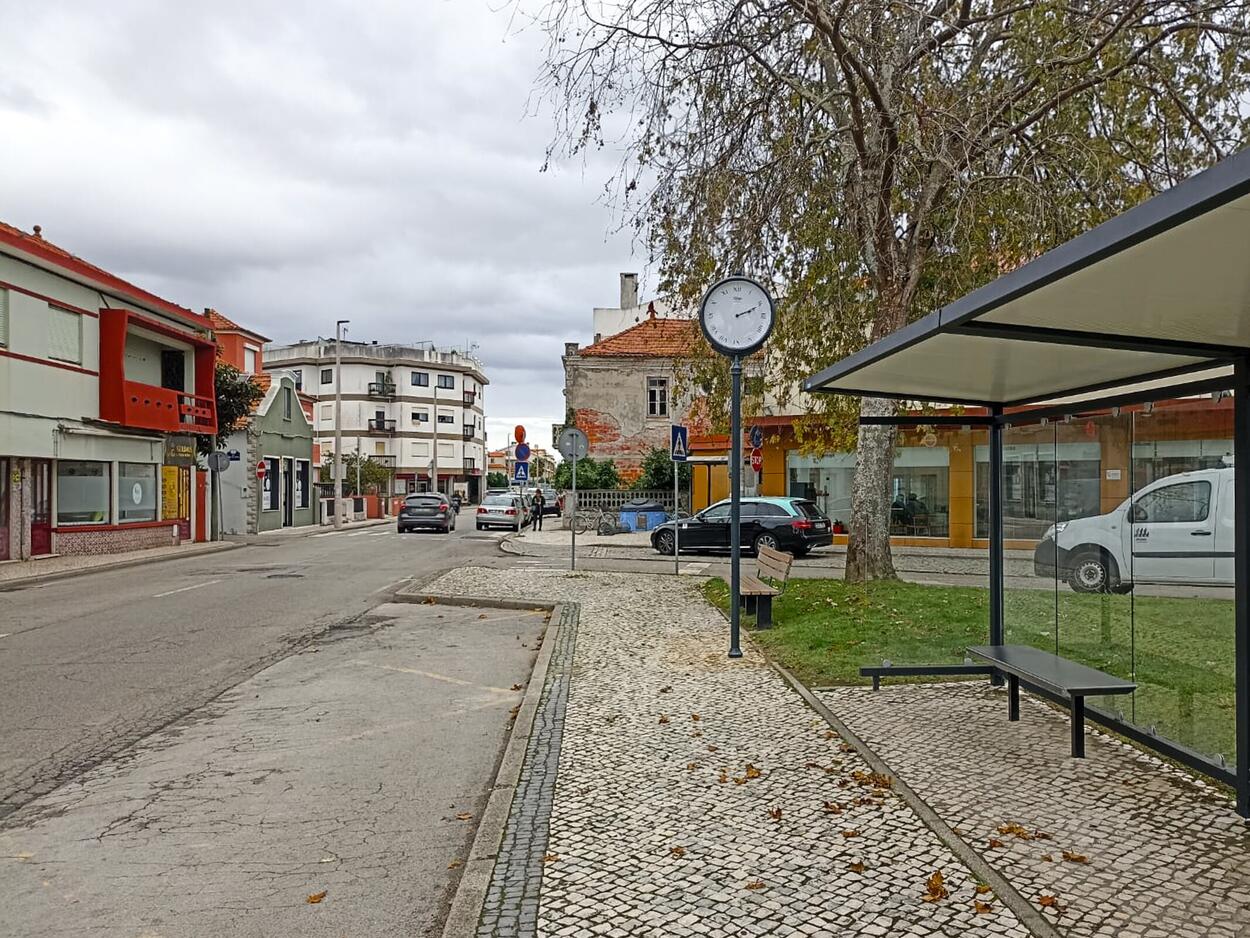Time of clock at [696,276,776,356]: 2:11
